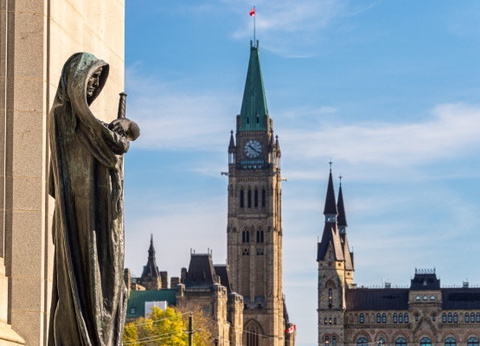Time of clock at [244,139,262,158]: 10:21
